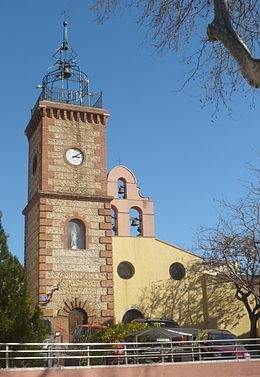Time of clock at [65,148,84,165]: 3:09
